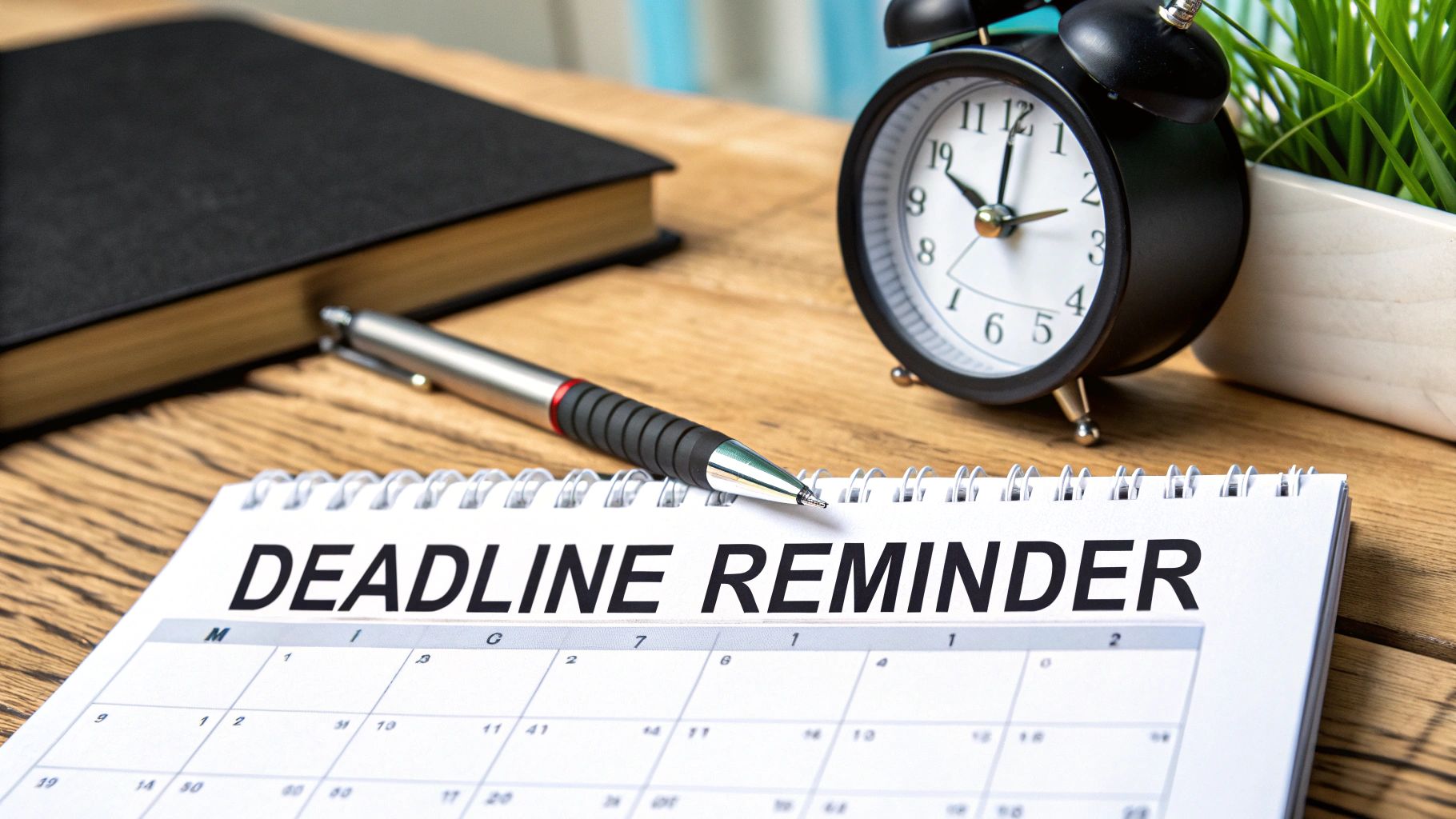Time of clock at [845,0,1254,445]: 10:00
